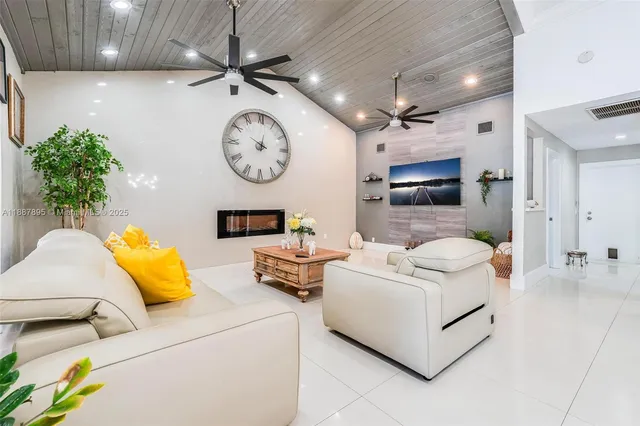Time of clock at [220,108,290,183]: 10:02
